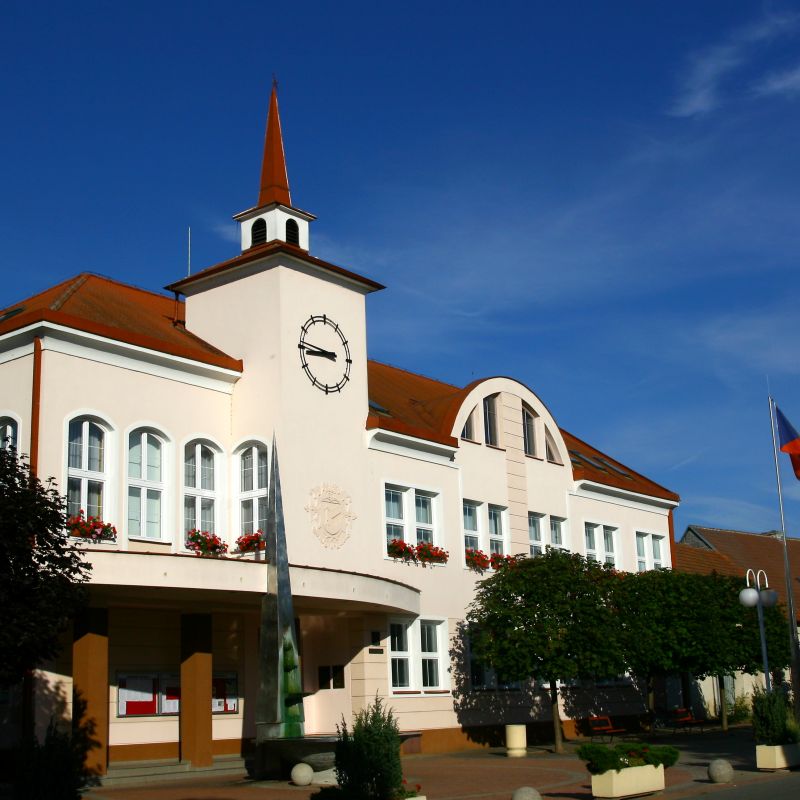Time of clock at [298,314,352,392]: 8:46
